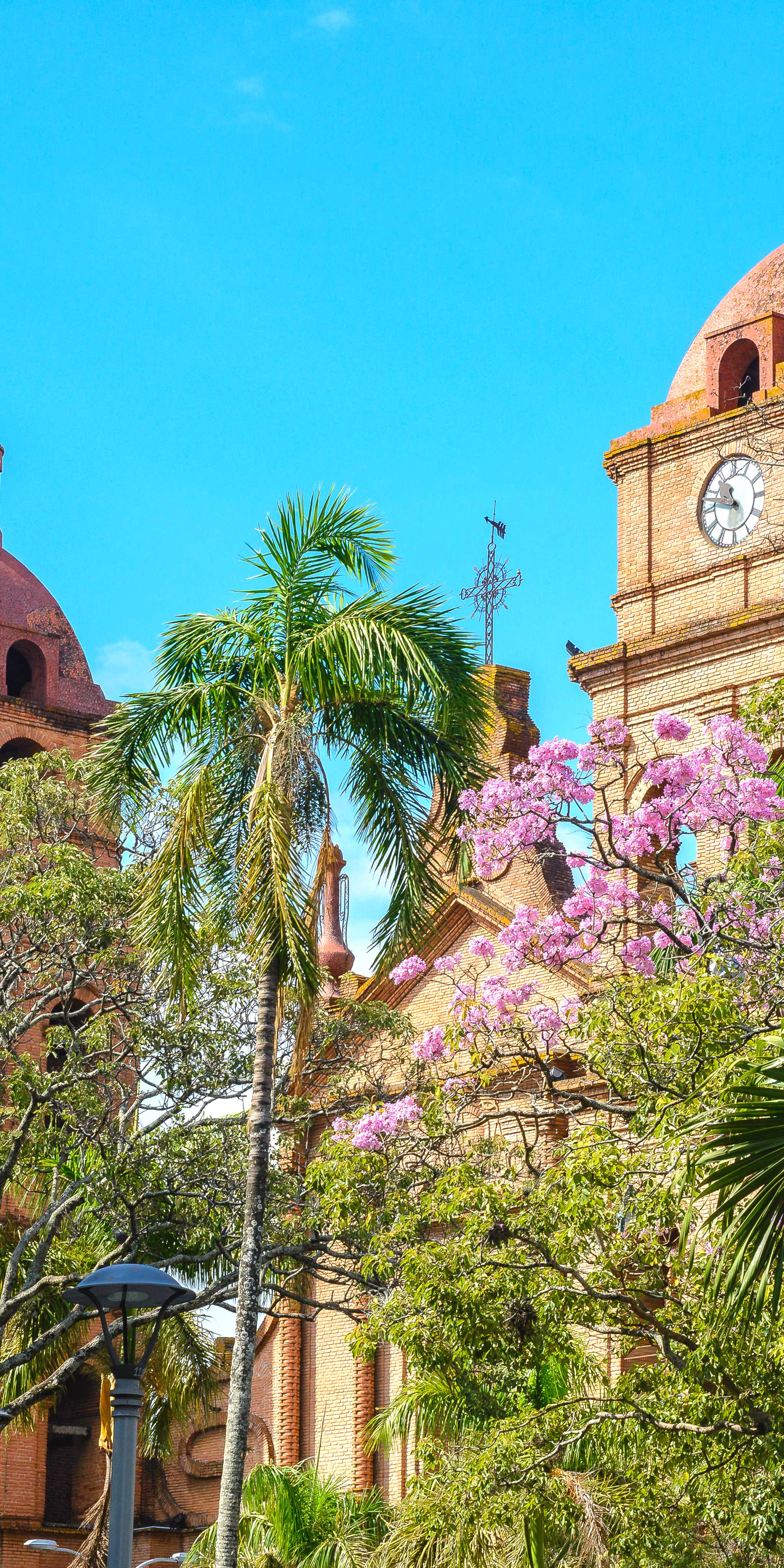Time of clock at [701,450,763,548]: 10:47
